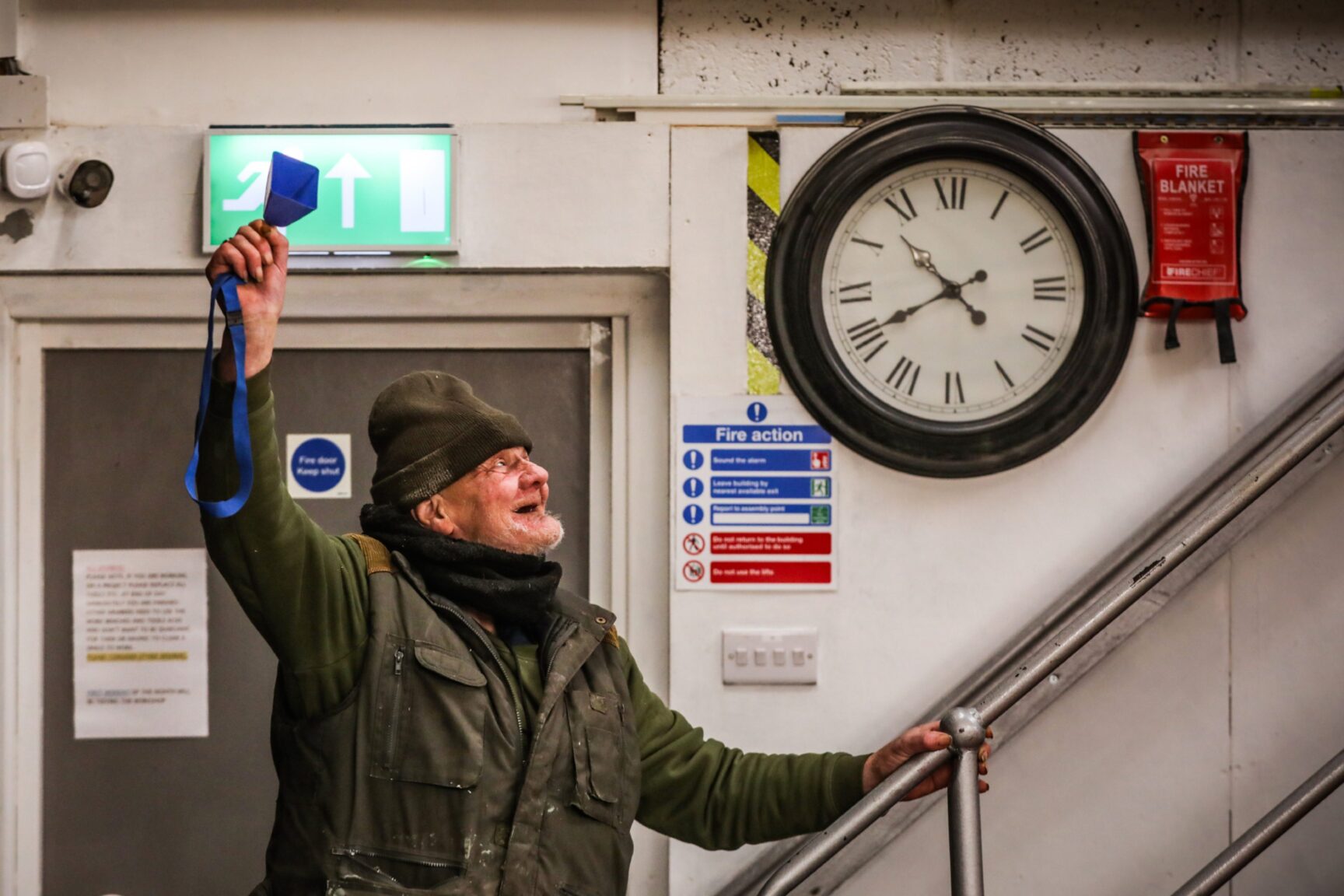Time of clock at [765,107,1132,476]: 10:40
